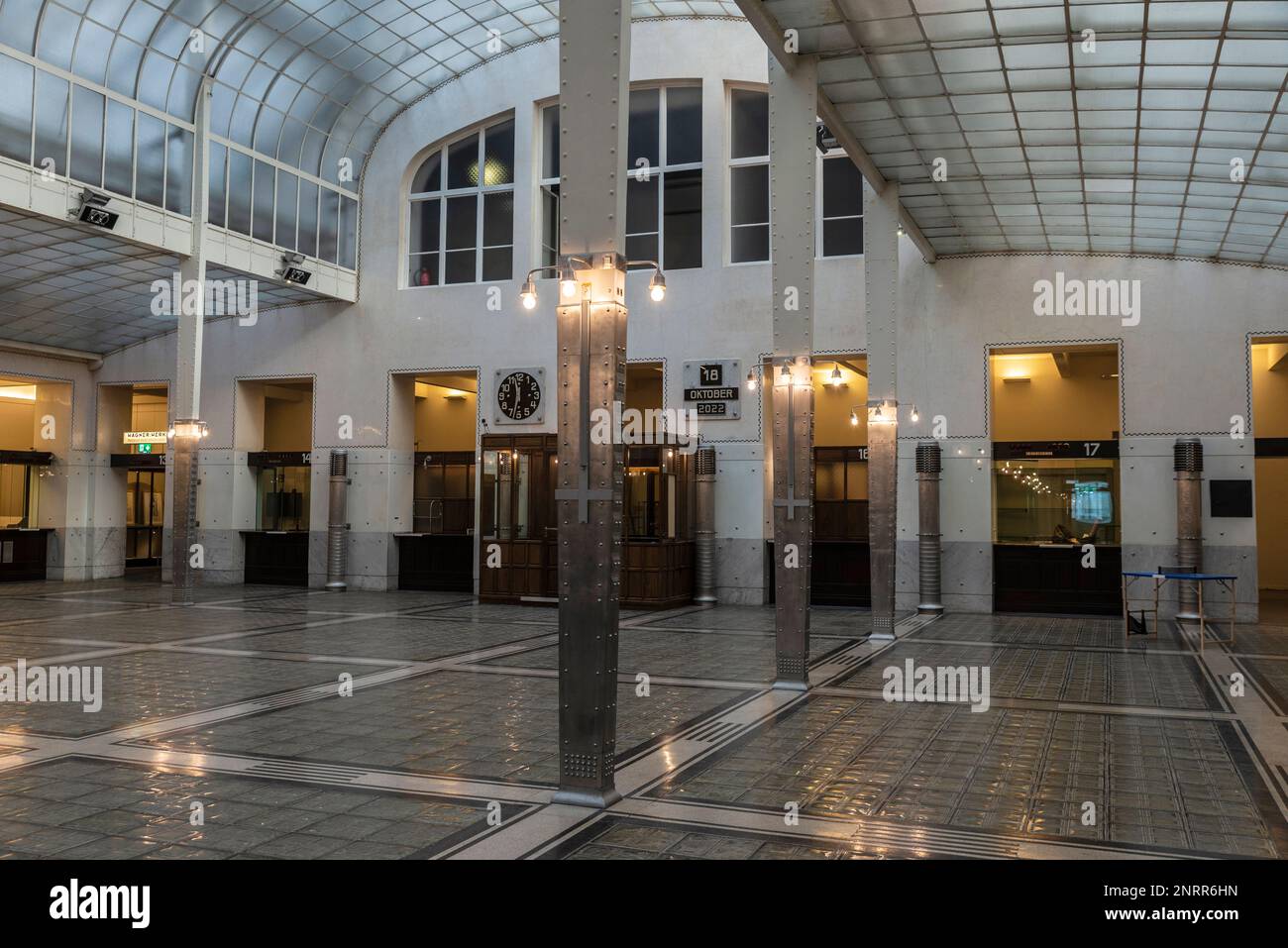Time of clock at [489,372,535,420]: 11:32
